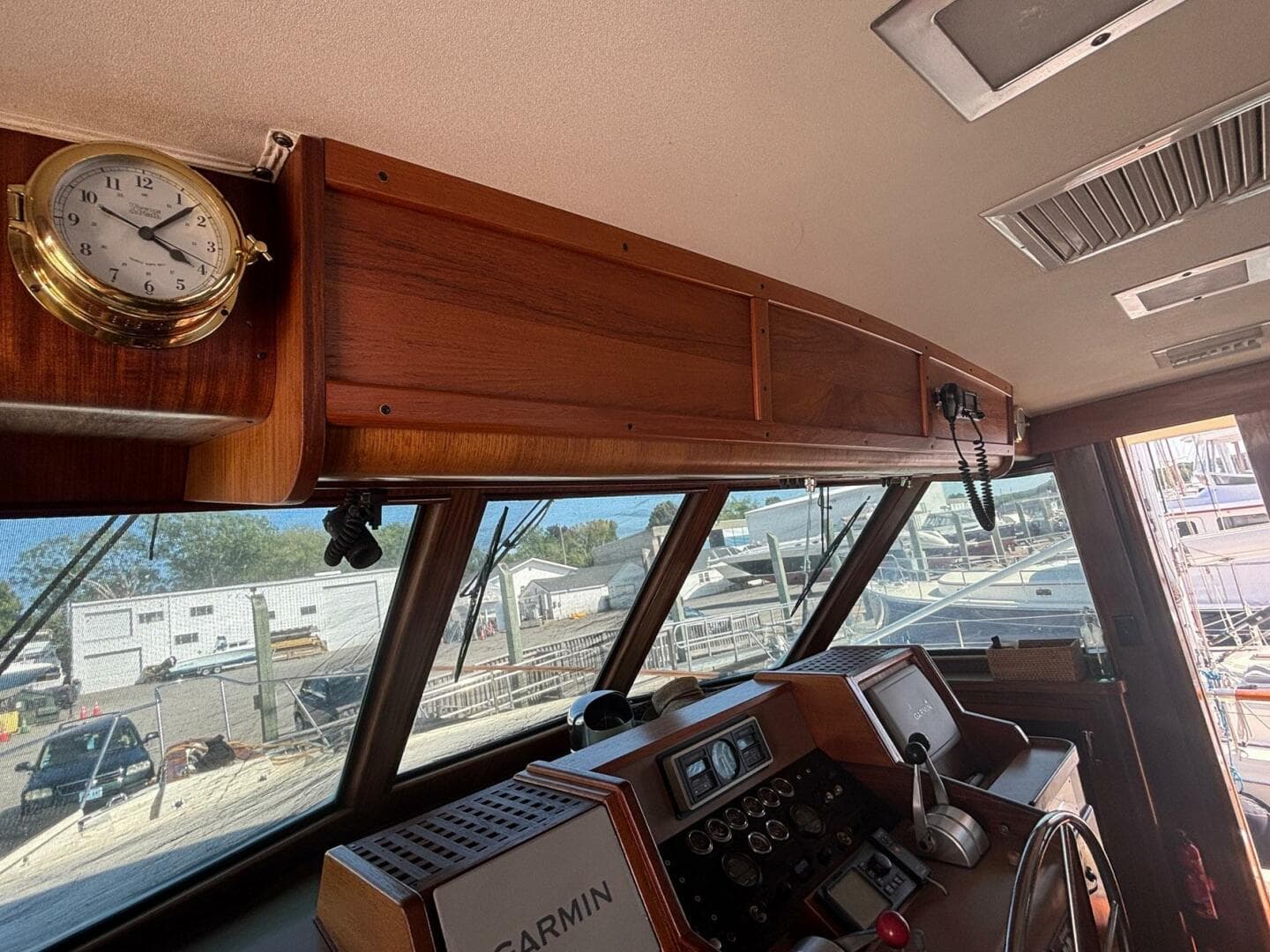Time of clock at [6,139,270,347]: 4:07
